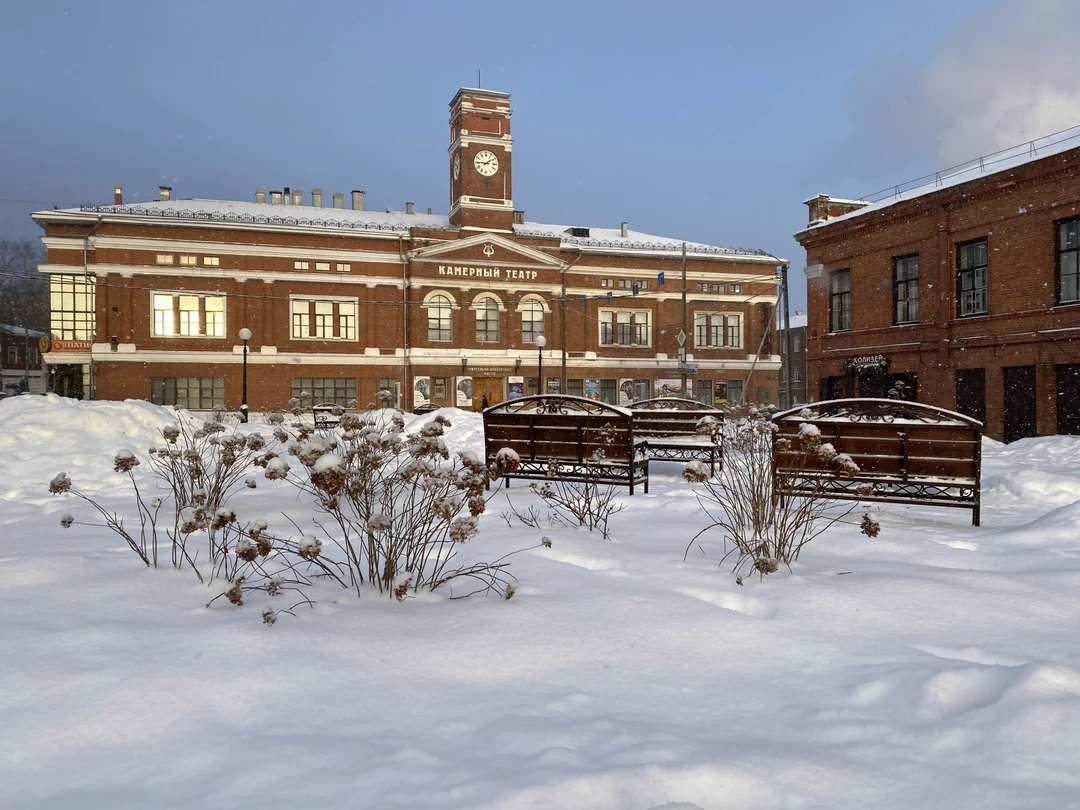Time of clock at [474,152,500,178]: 1:45
